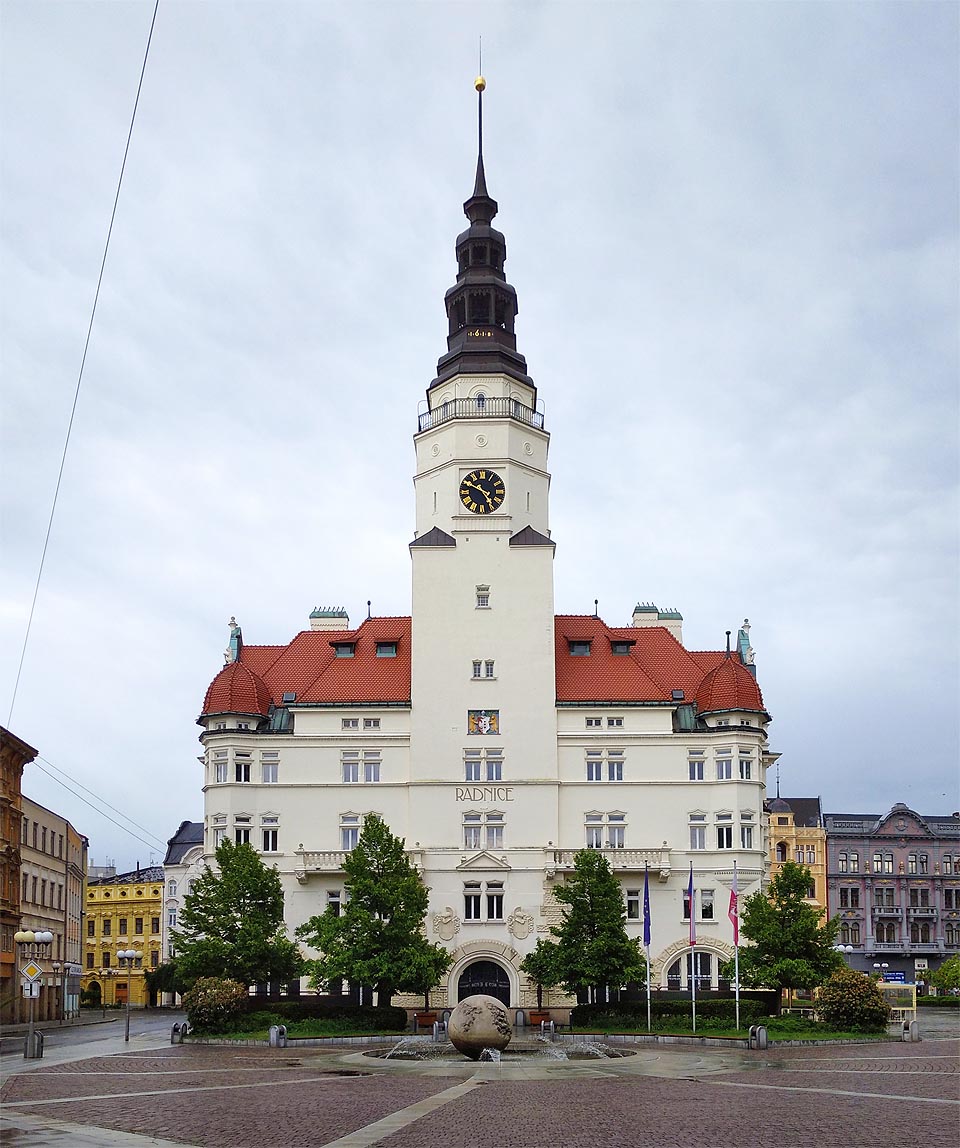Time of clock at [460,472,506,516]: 4:49
